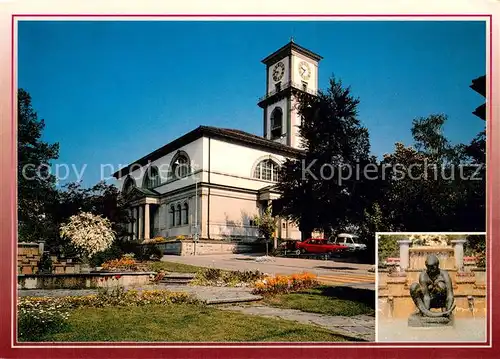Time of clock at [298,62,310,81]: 9:36
